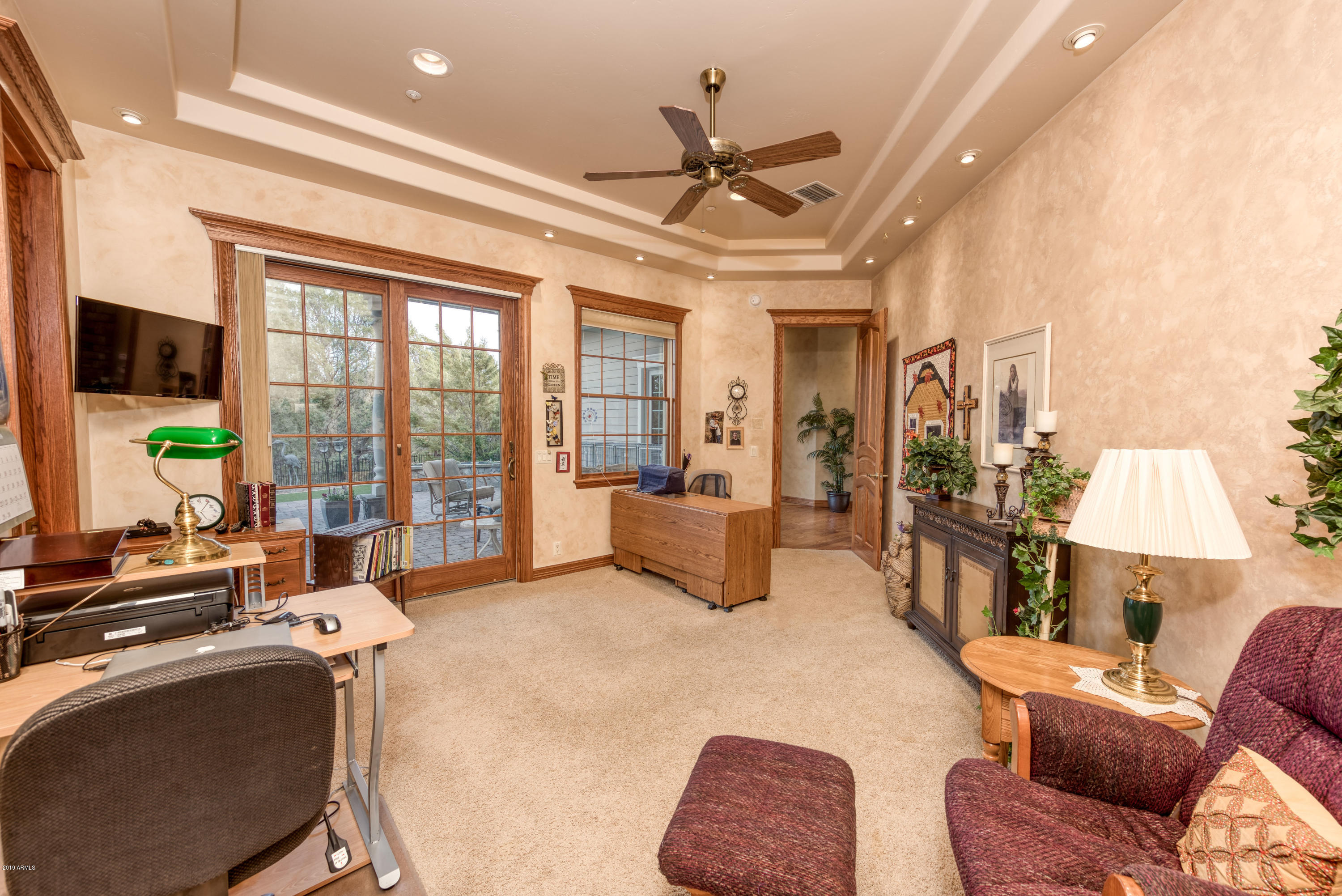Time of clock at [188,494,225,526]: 5:06
